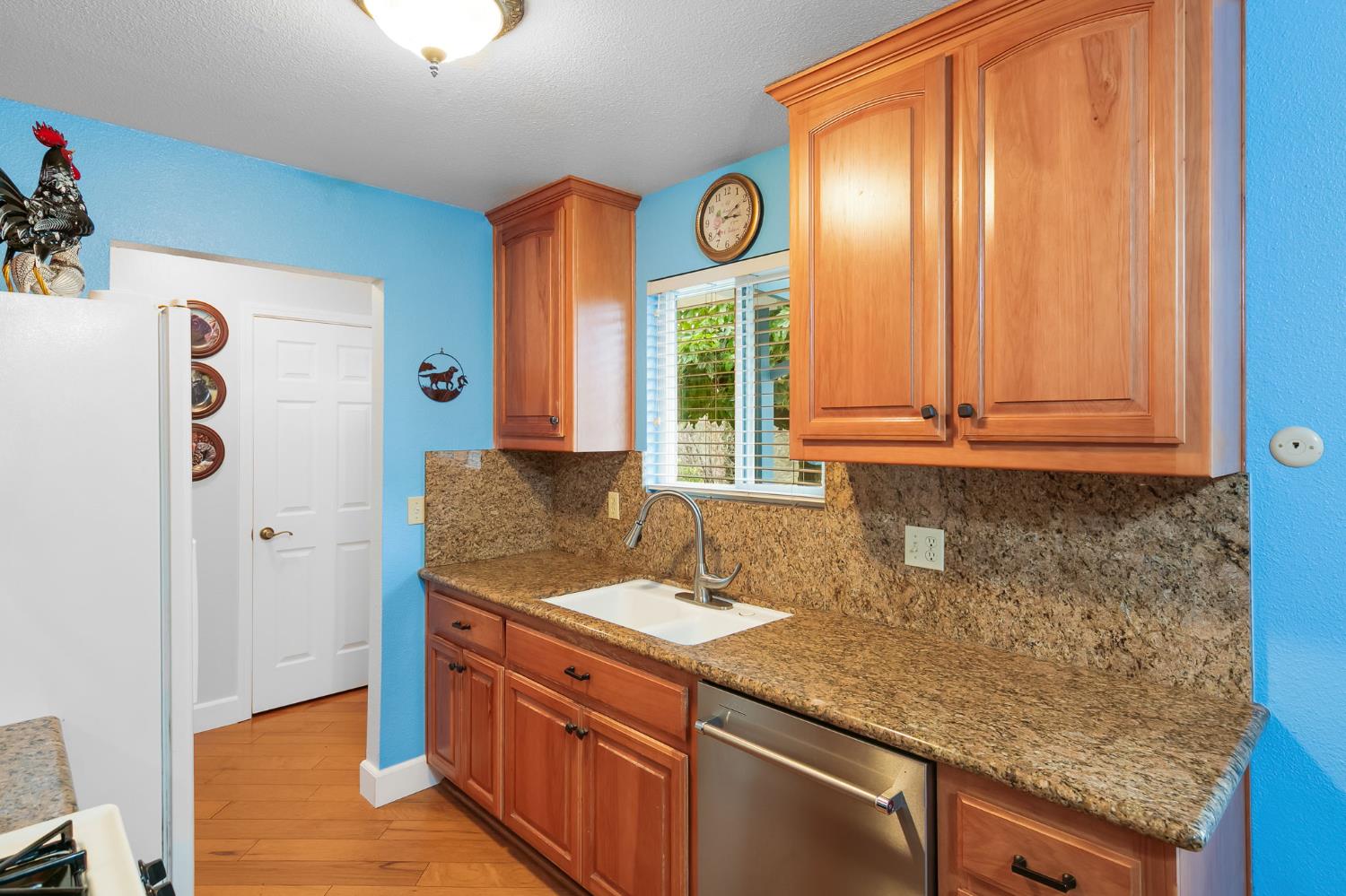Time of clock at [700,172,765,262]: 3:09
